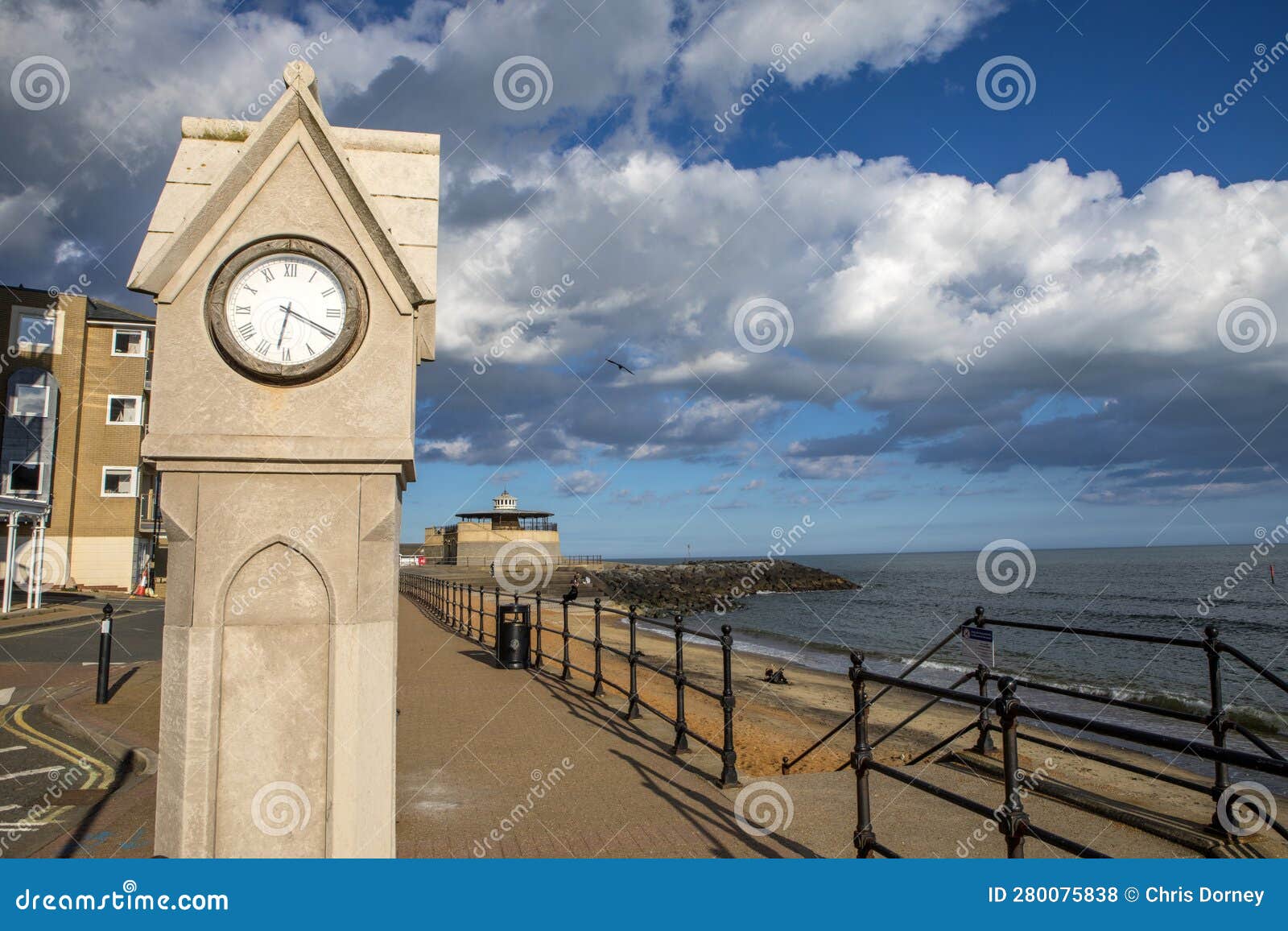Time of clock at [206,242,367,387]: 6:19
